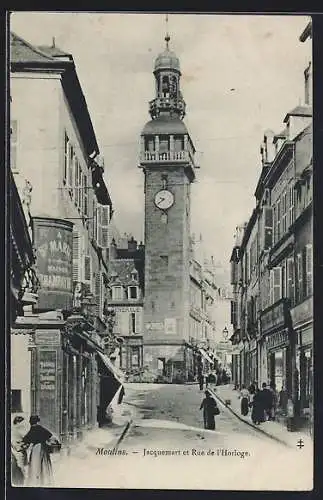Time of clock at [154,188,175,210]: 9:38
